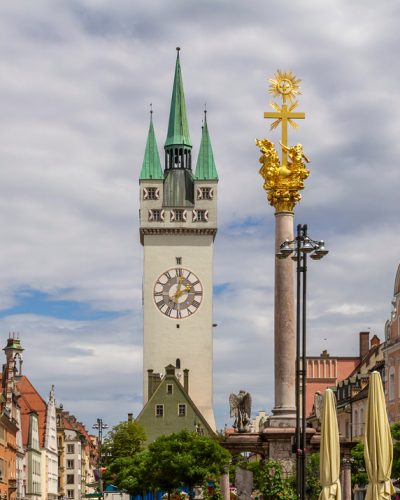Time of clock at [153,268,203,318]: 2:02
